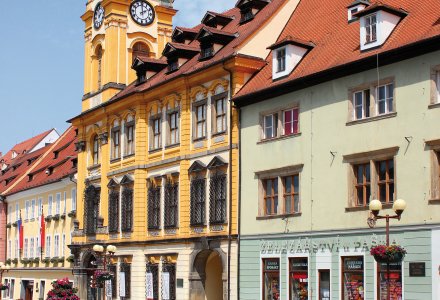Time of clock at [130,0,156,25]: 1:59
